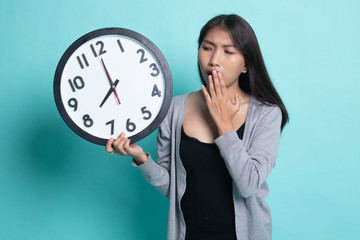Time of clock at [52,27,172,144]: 7:59
